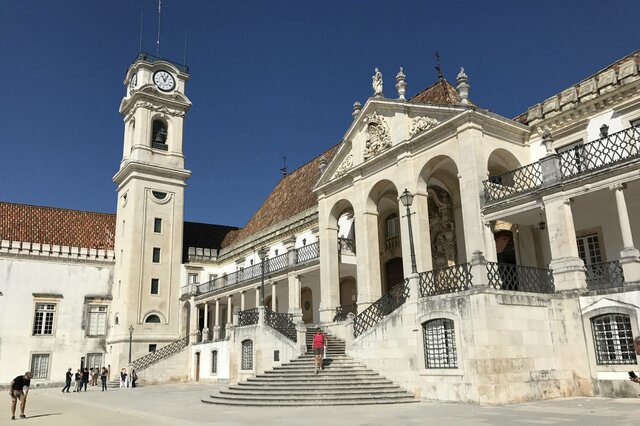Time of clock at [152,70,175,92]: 11:04
